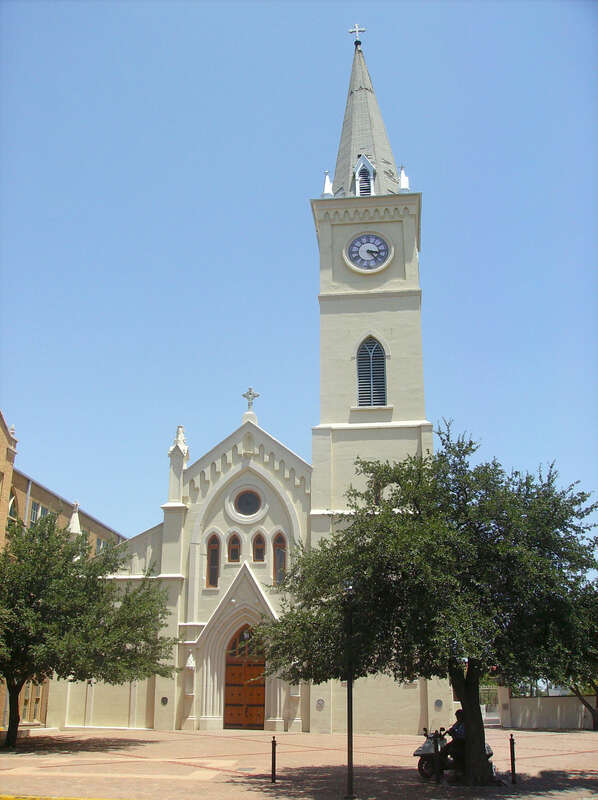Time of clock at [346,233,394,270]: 3:23
